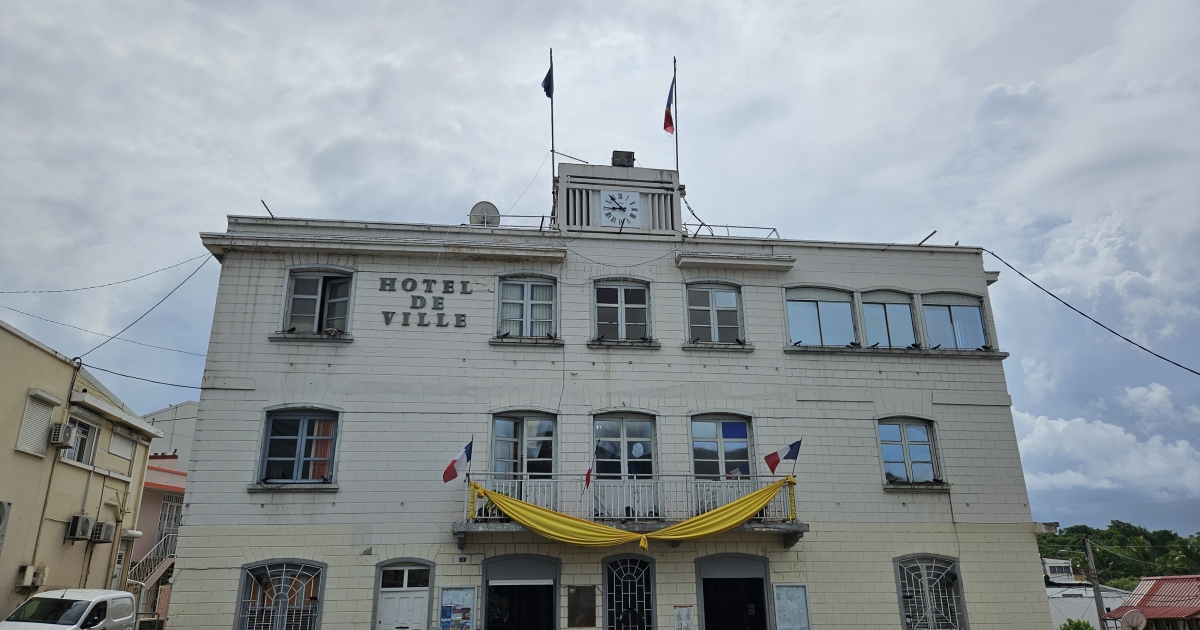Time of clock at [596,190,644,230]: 8:53
